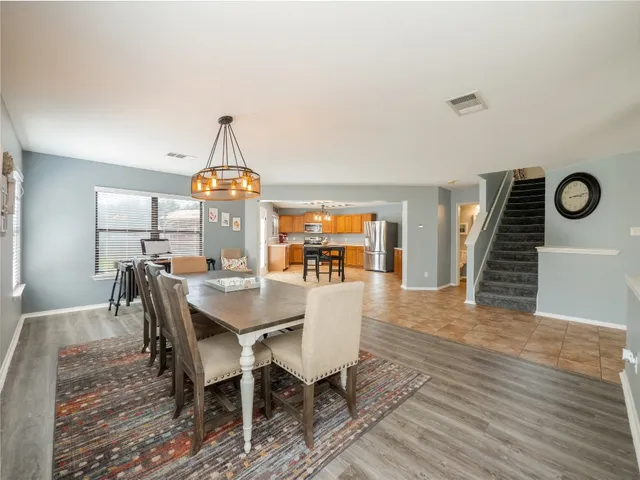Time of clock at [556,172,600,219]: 3:13
